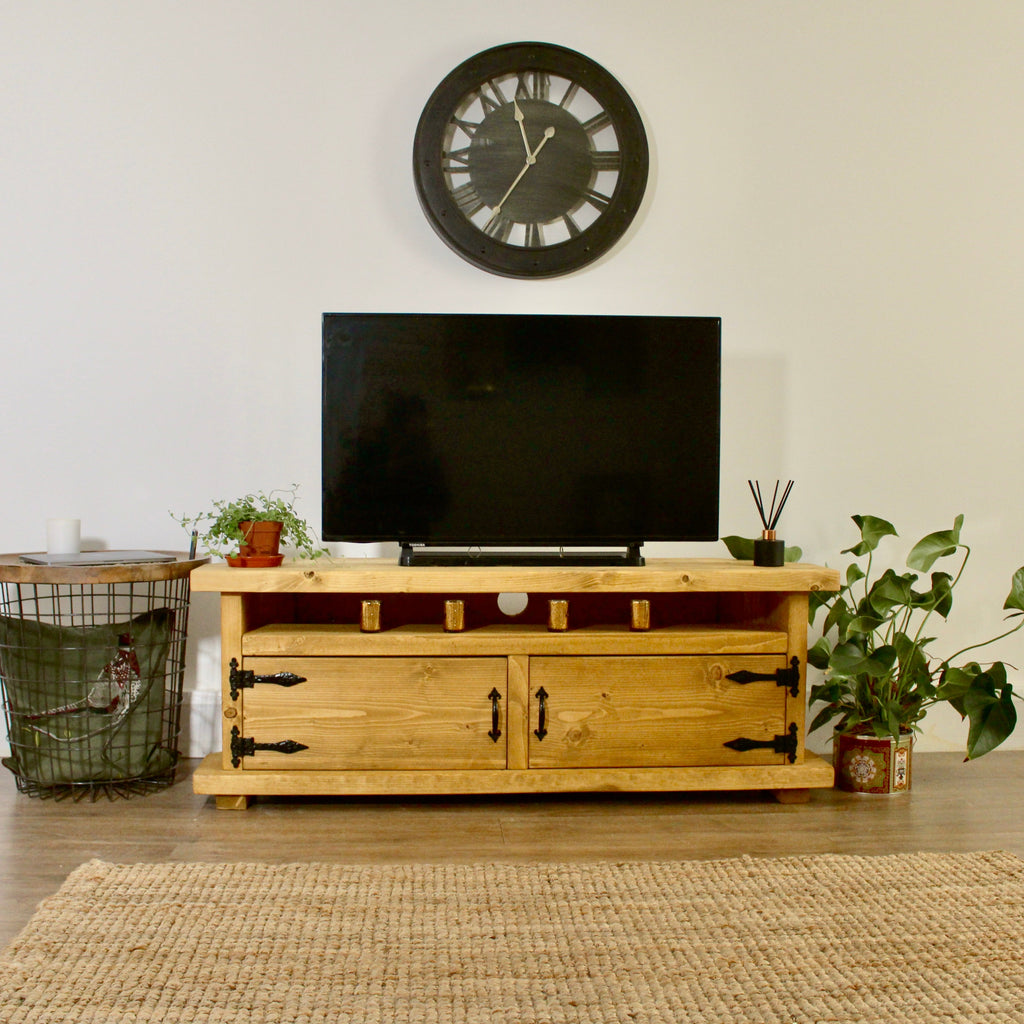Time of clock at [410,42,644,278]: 11:35
